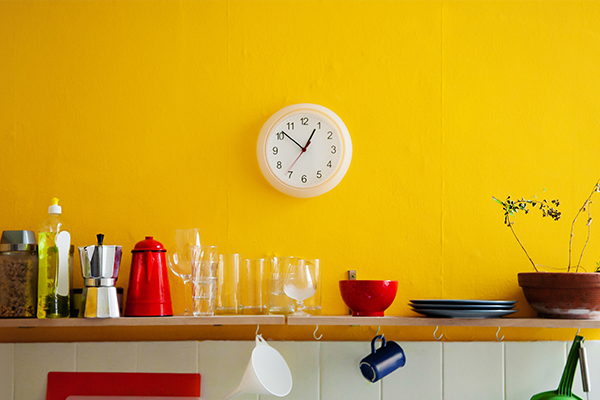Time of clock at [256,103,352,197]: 12:51
